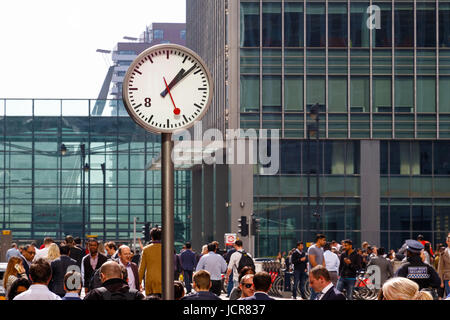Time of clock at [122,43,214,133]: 1:08
